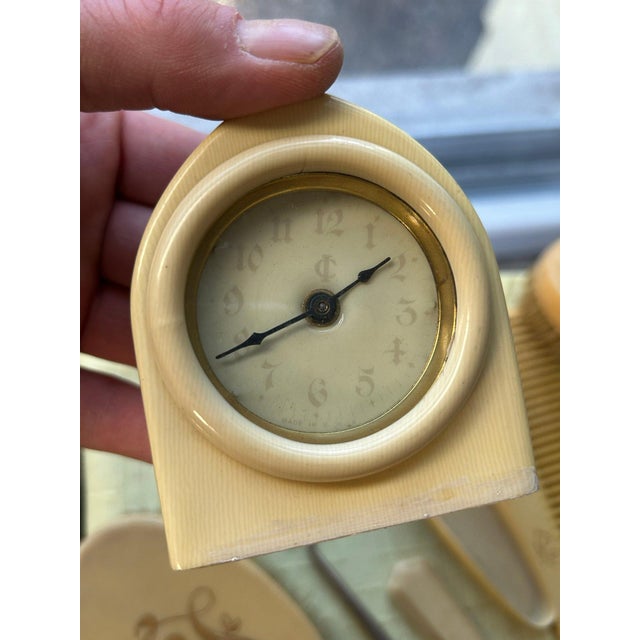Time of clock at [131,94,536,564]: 1:40
